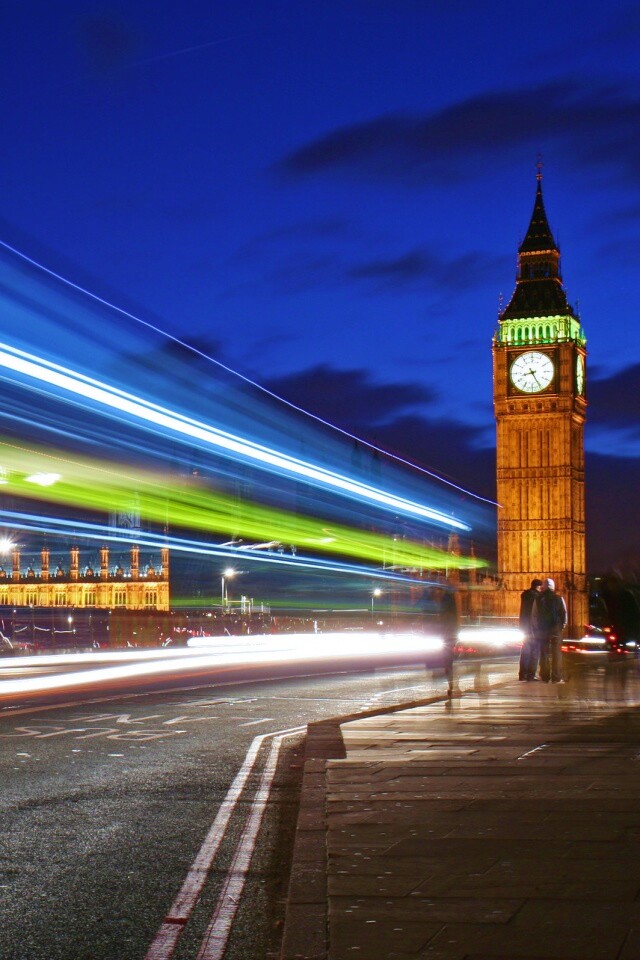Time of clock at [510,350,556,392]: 8:25
